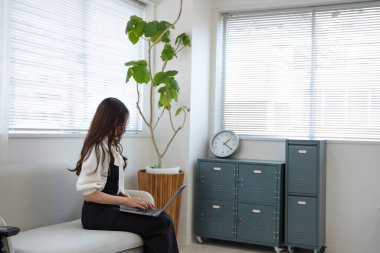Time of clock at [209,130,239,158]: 1:20
